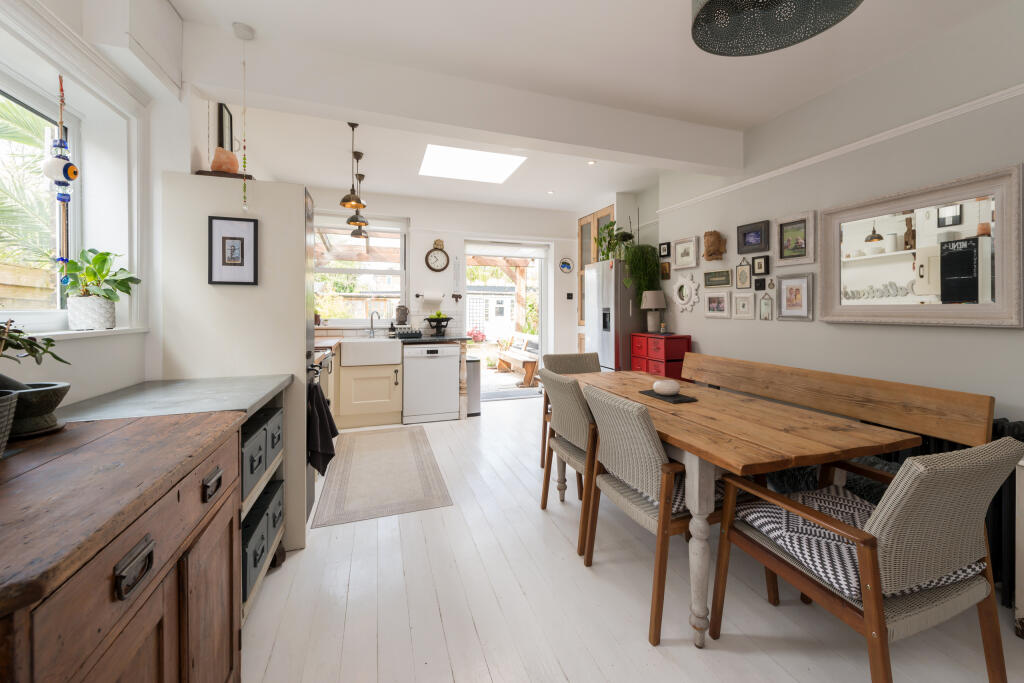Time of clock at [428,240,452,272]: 10:37
